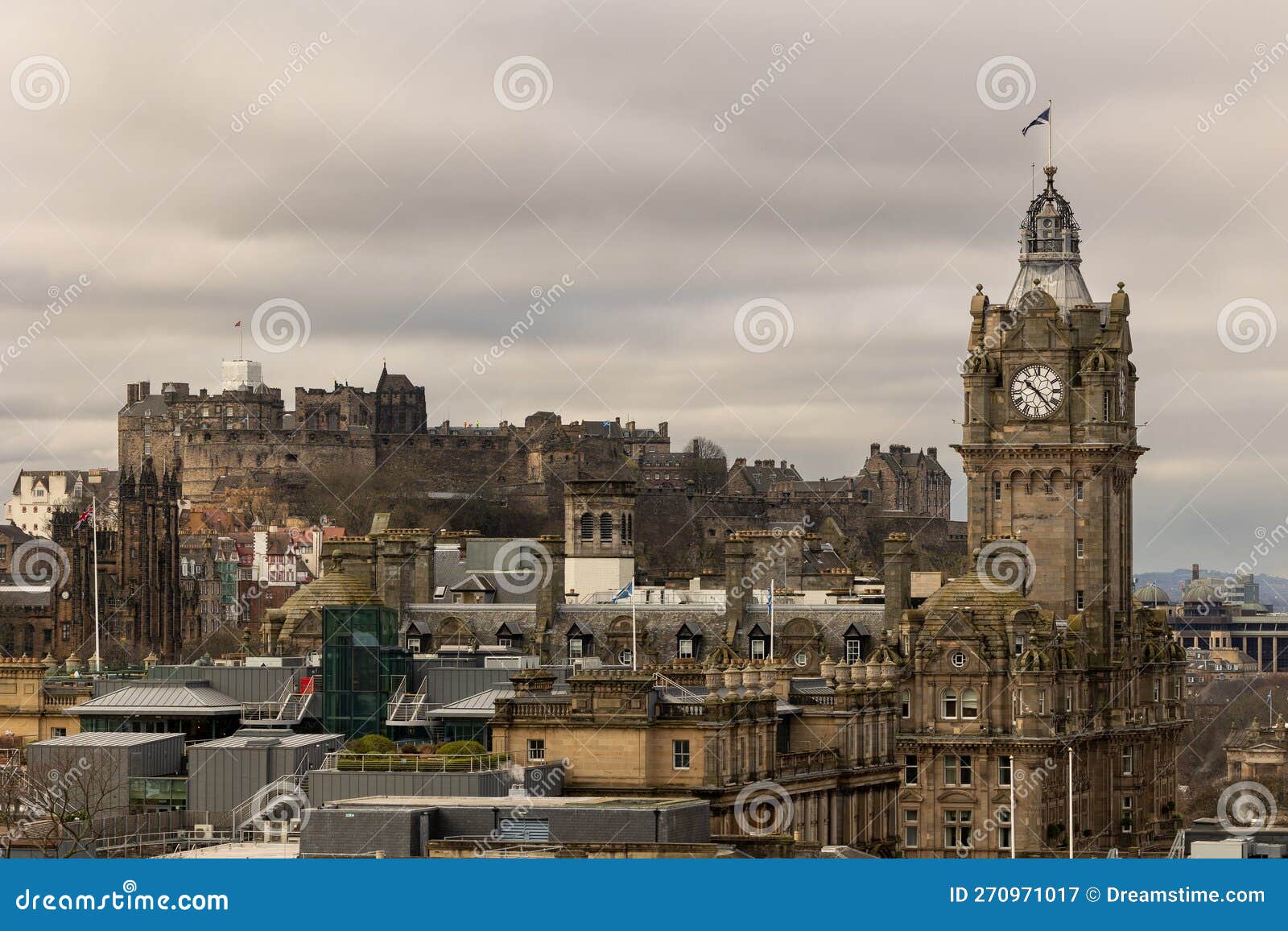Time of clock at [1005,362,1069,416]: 10:23
